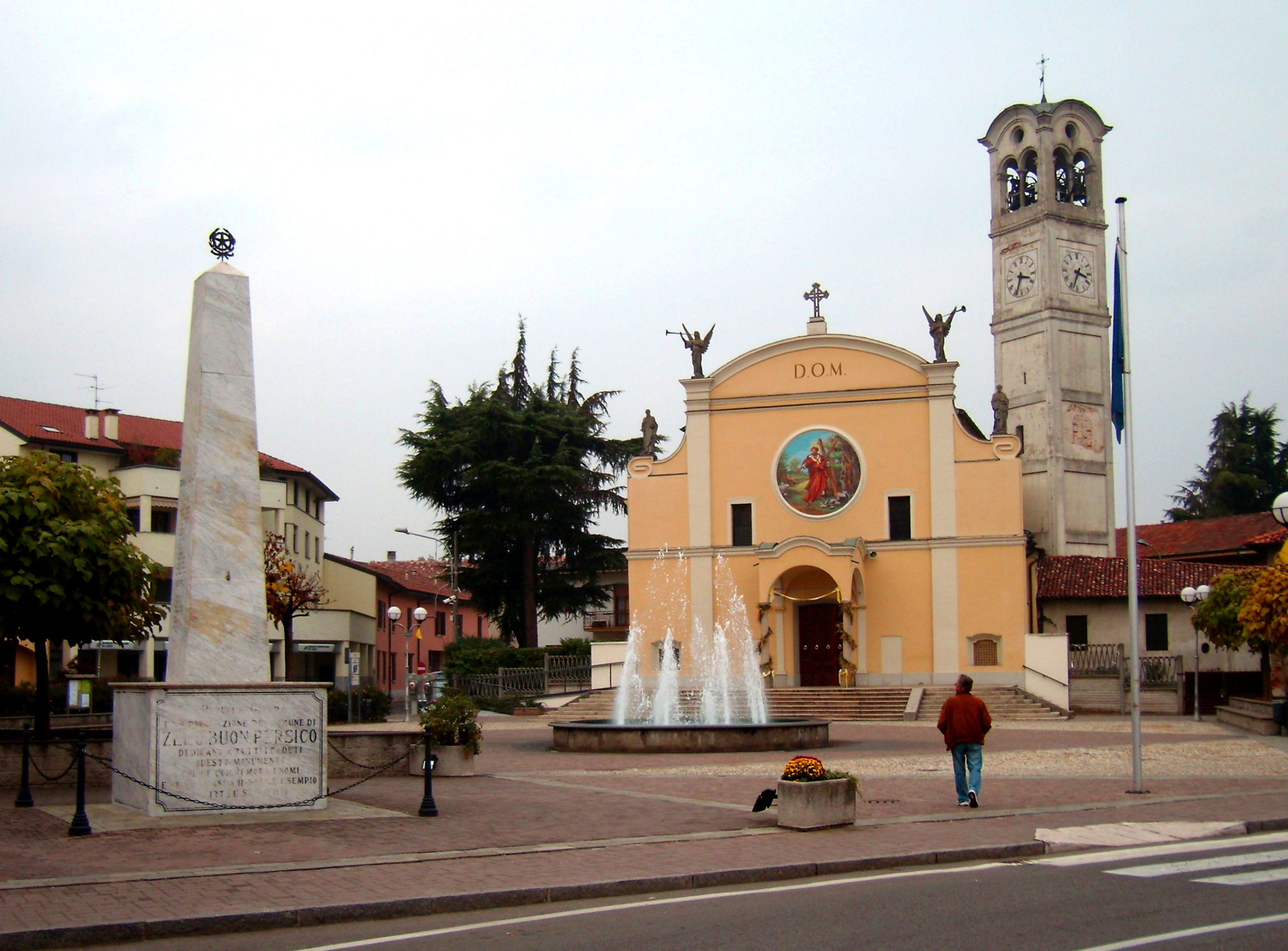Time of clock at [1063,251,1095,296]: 3:33
